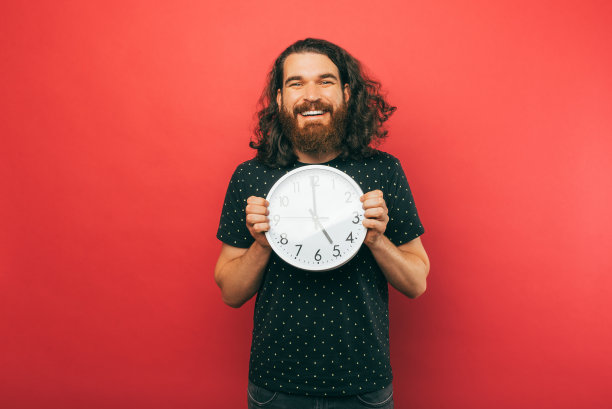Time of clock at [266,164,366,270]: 4:59
